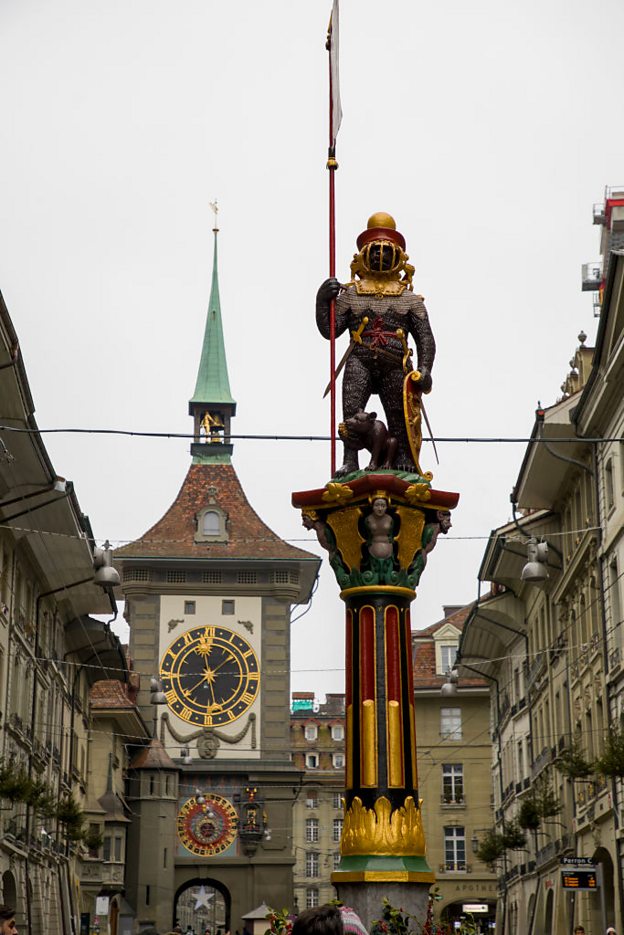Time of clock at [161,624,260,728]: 11:38
